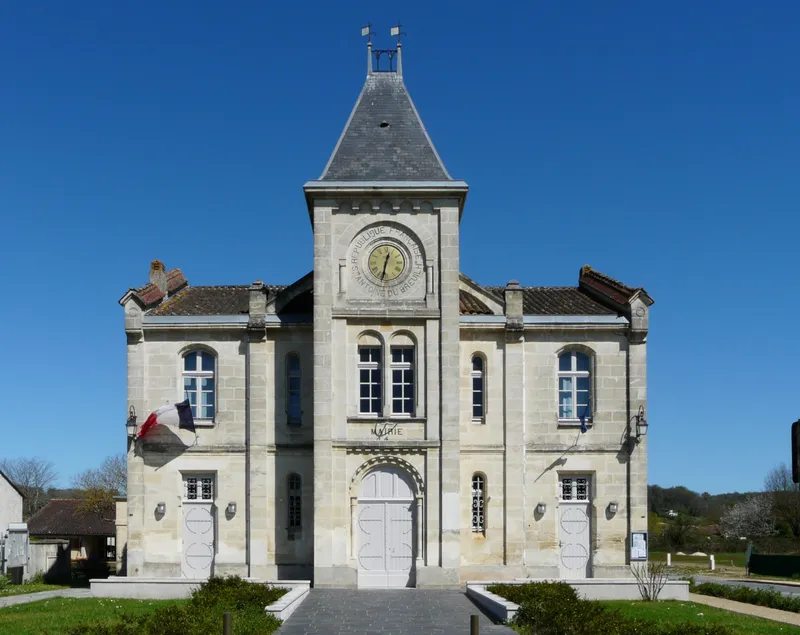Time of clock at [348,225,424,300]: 12:32
